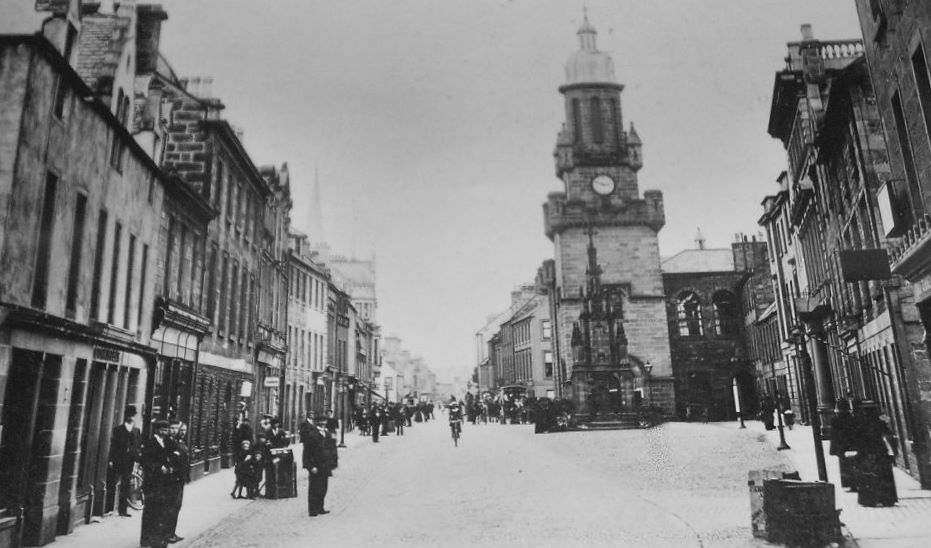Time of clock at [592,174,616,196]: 2:48
